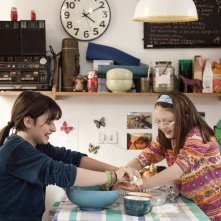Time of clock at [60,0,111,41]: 4:10
